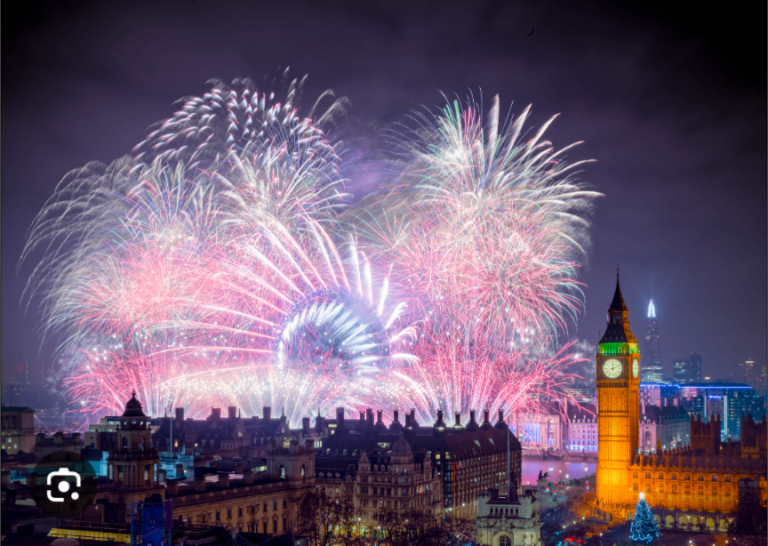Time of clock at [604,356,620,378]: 12:10
